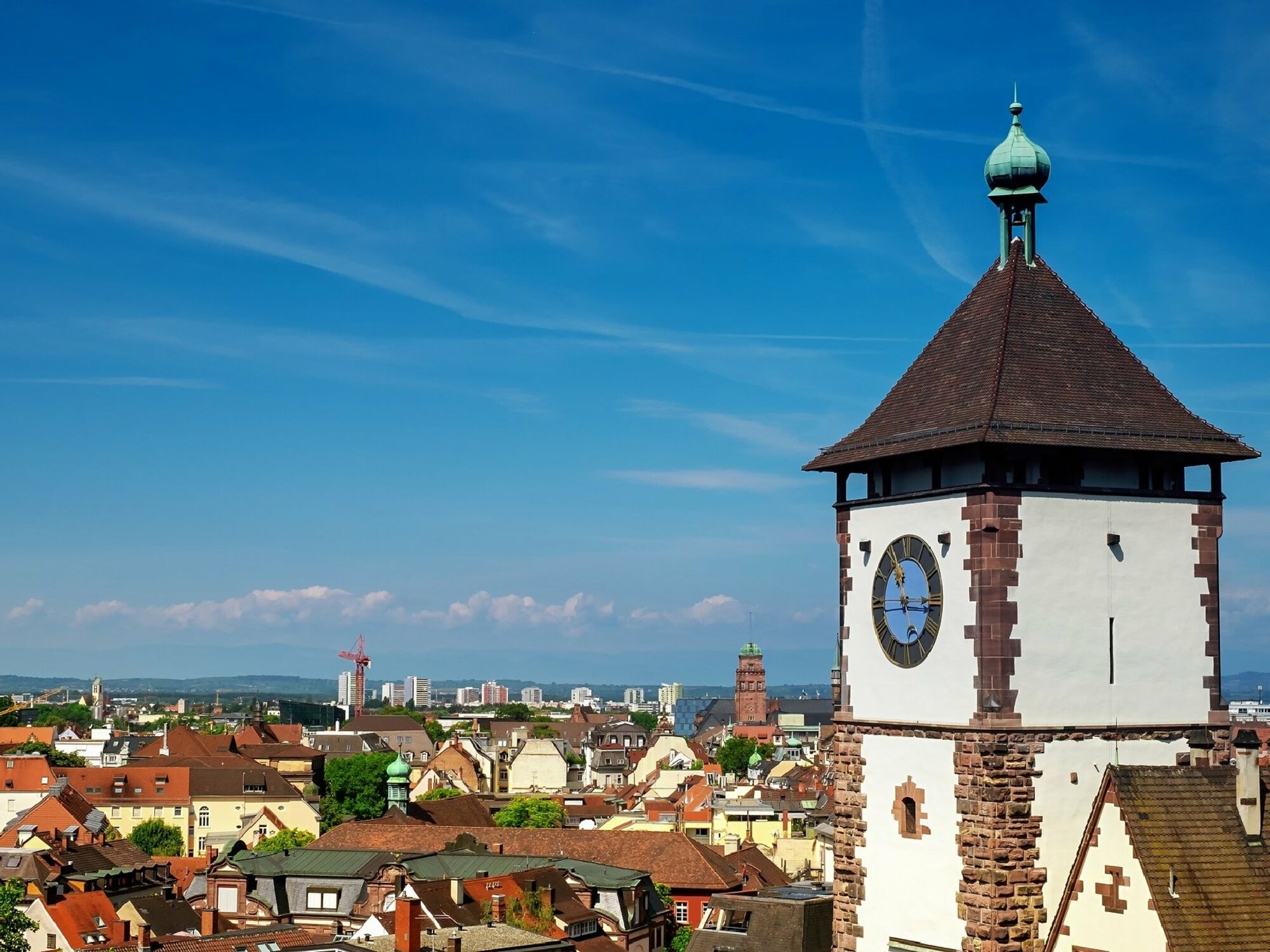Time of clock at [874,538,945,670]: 11:15
